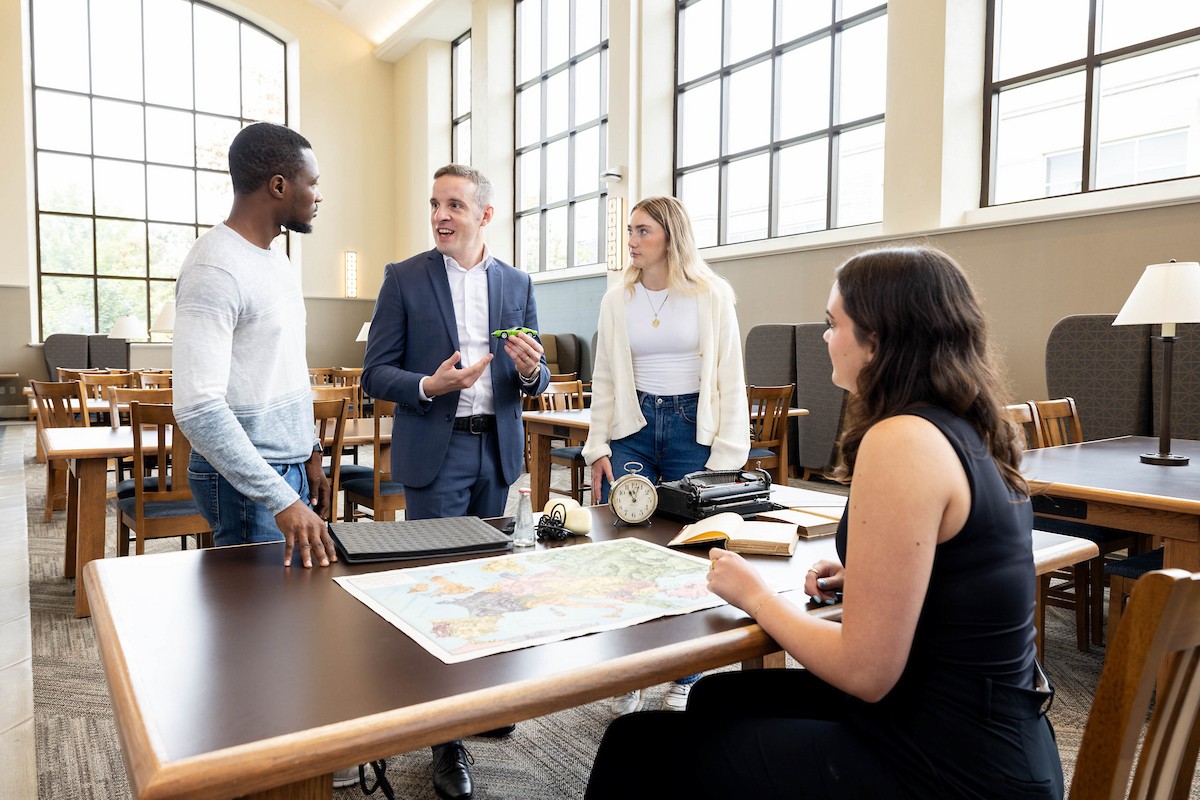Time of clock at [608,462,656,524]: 11:02
